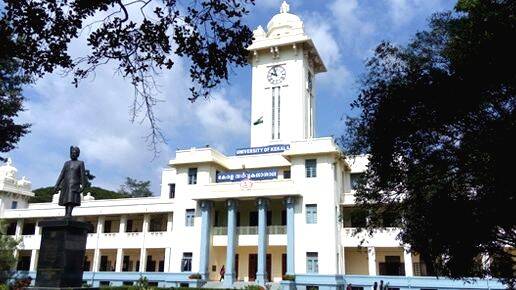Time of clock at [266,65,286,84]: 9:57
